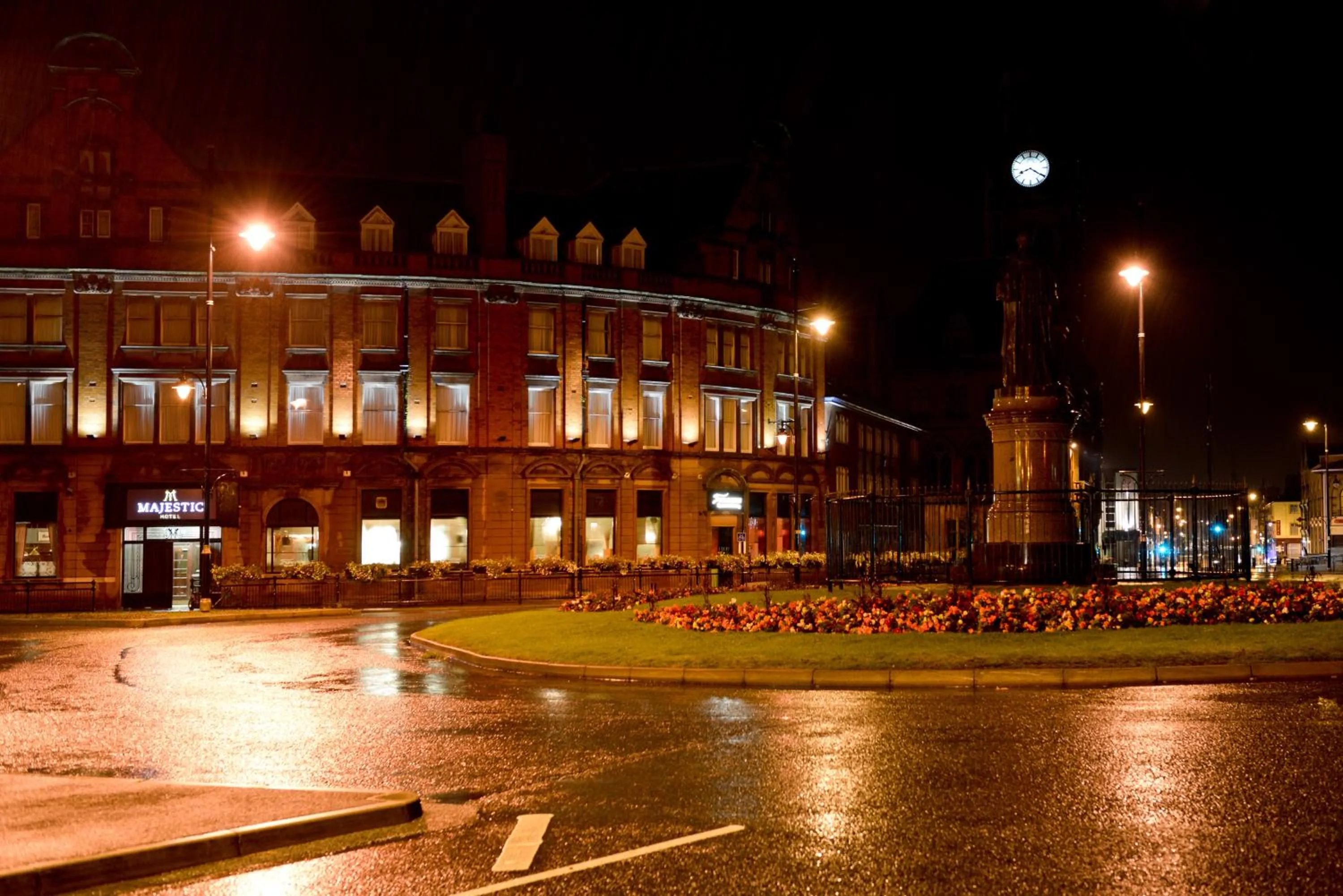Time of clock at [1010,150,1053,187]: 8:20
